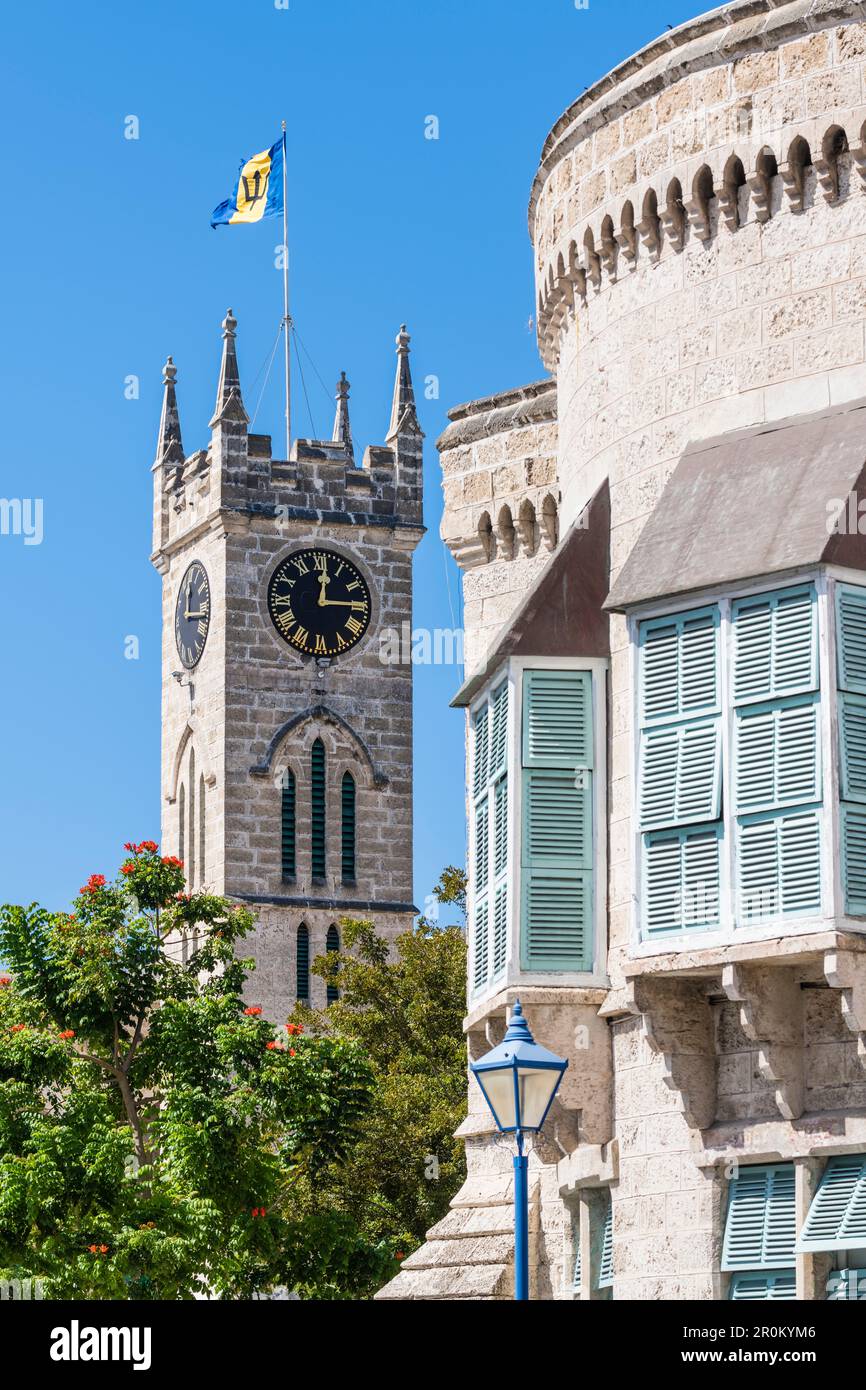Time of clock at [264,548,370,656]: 12:14
